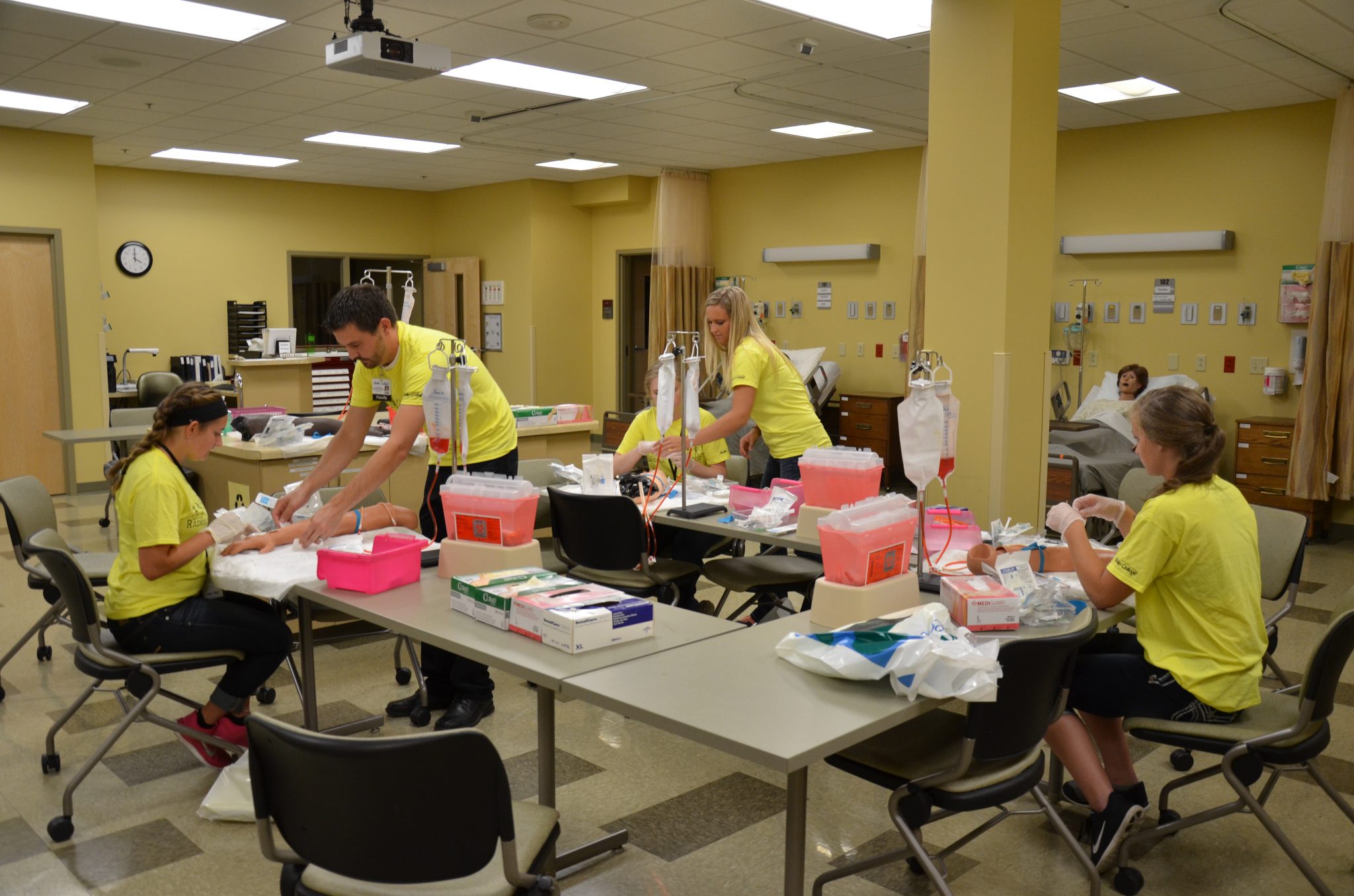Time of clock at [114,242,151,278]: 4:00
